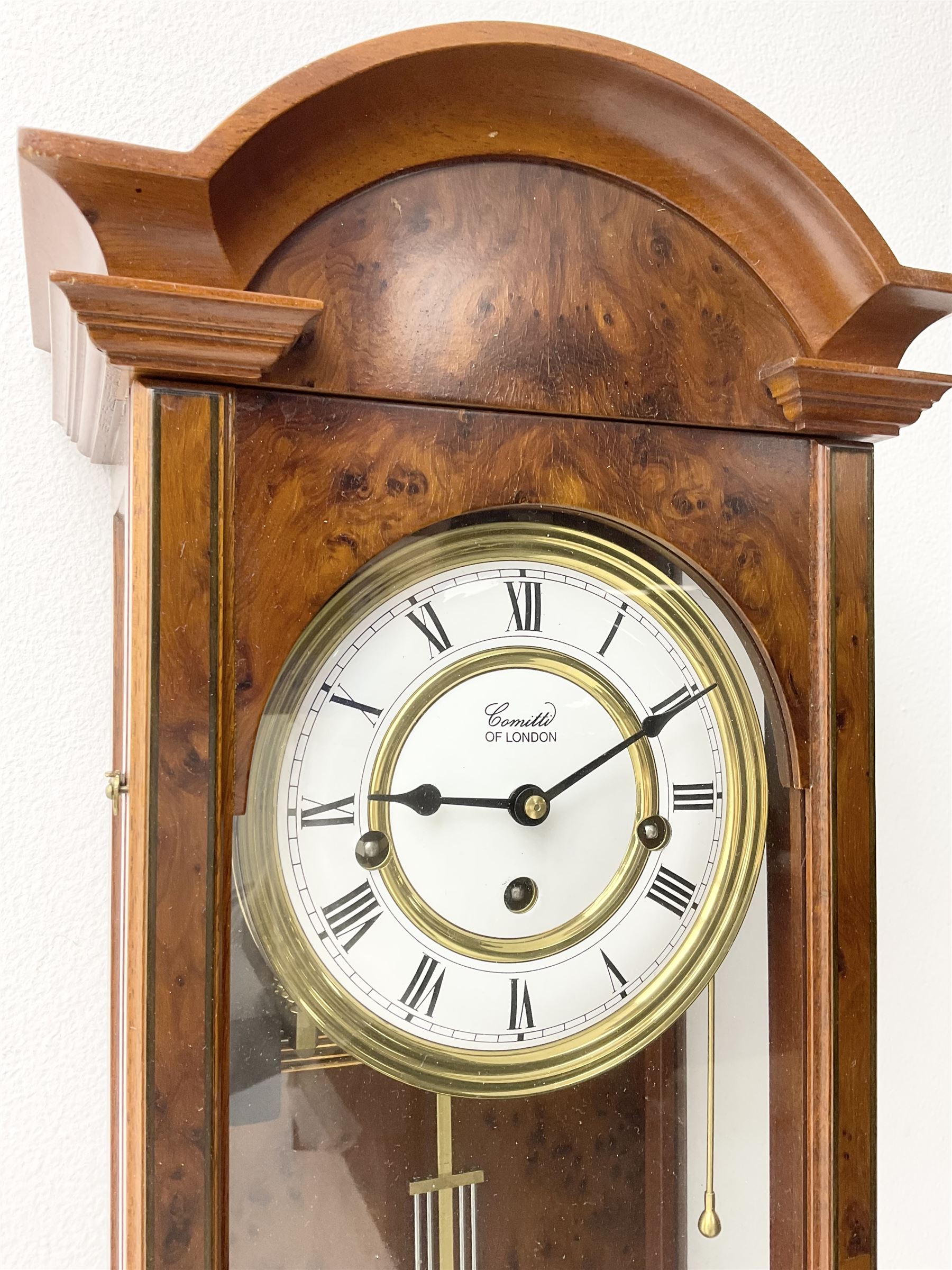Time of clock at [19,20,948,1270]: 9:10
